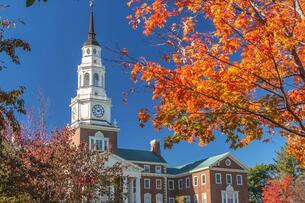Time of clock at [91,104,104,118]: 1:51
